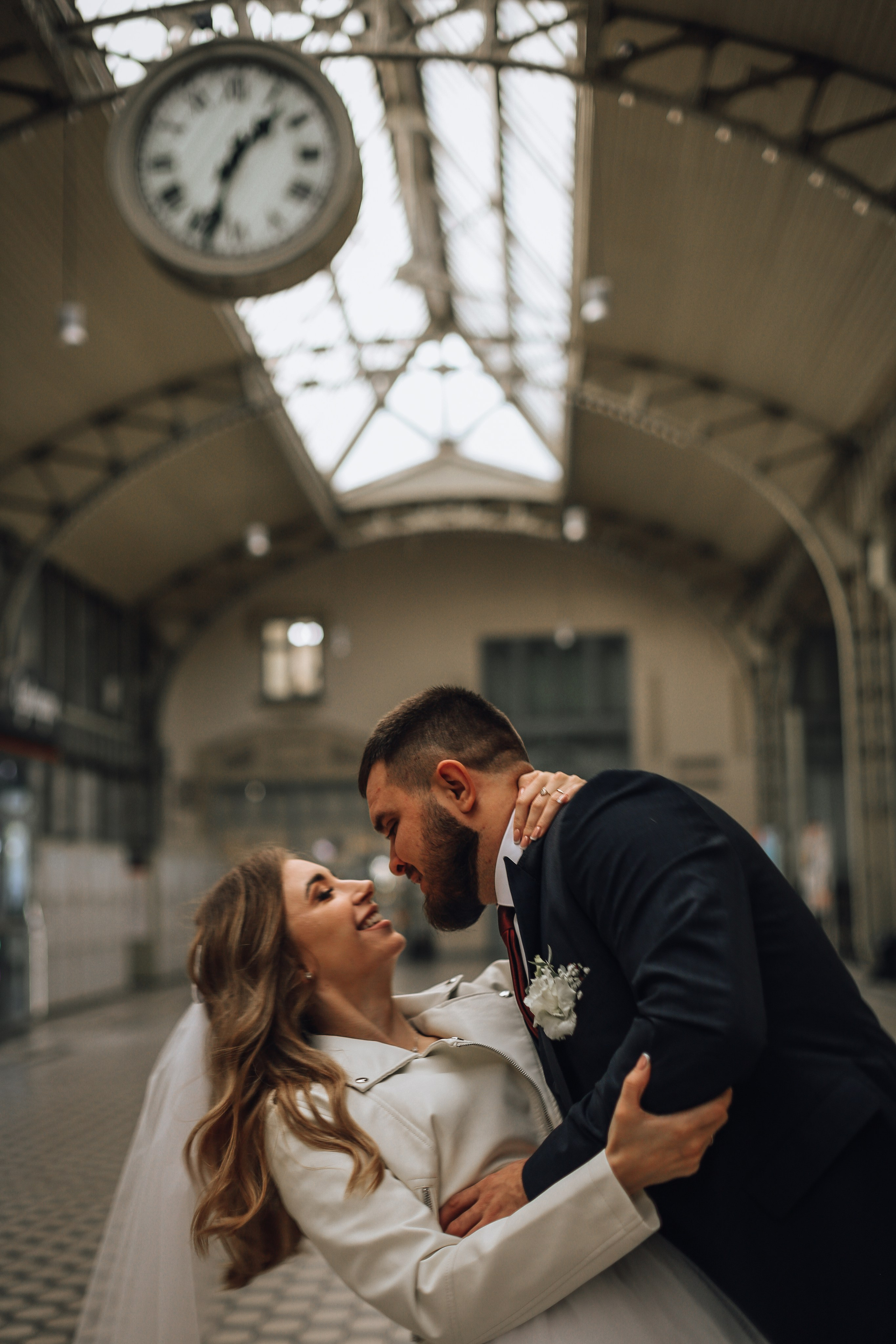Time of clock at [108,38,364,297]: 1:33
